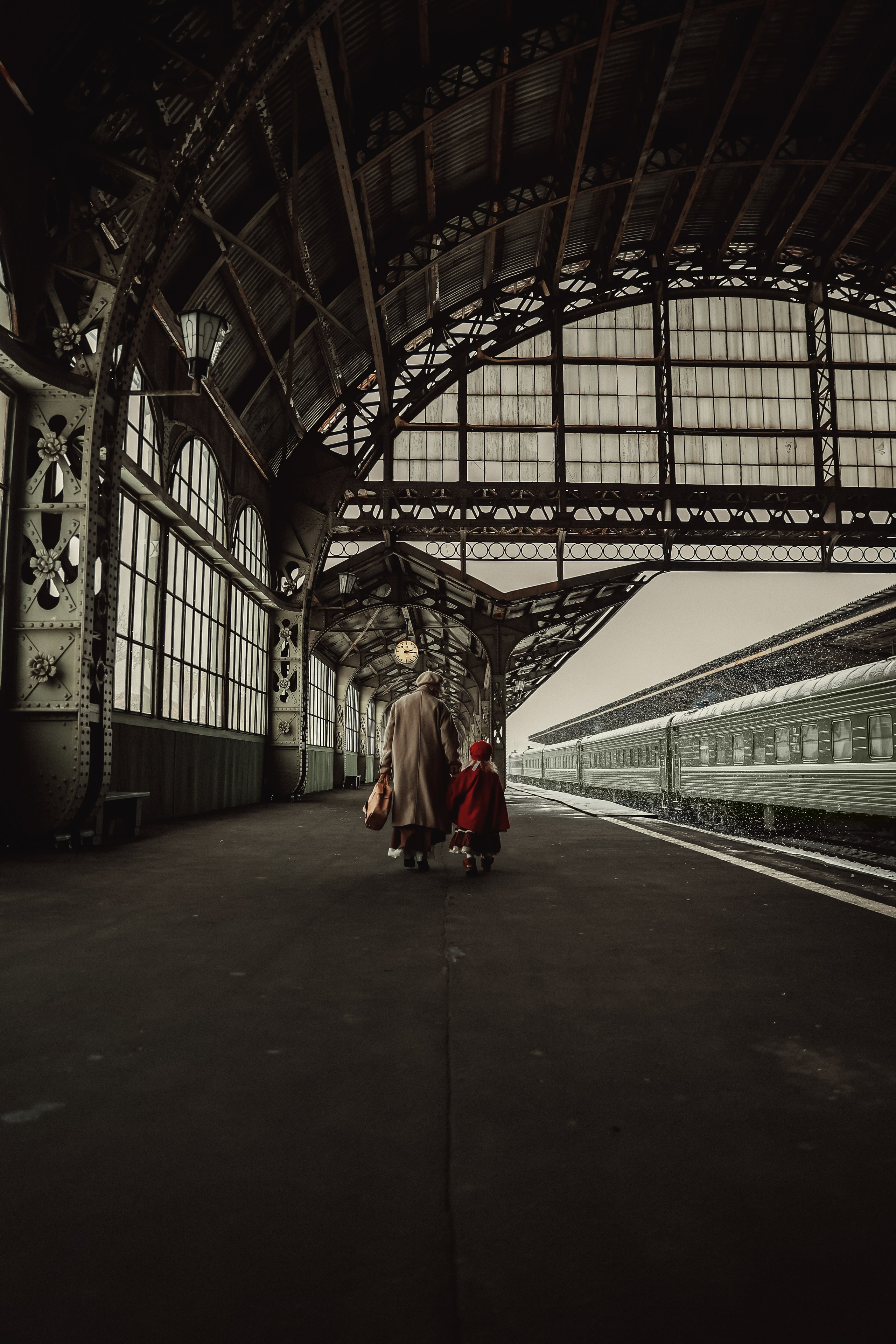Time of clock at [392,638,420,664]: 2:15
